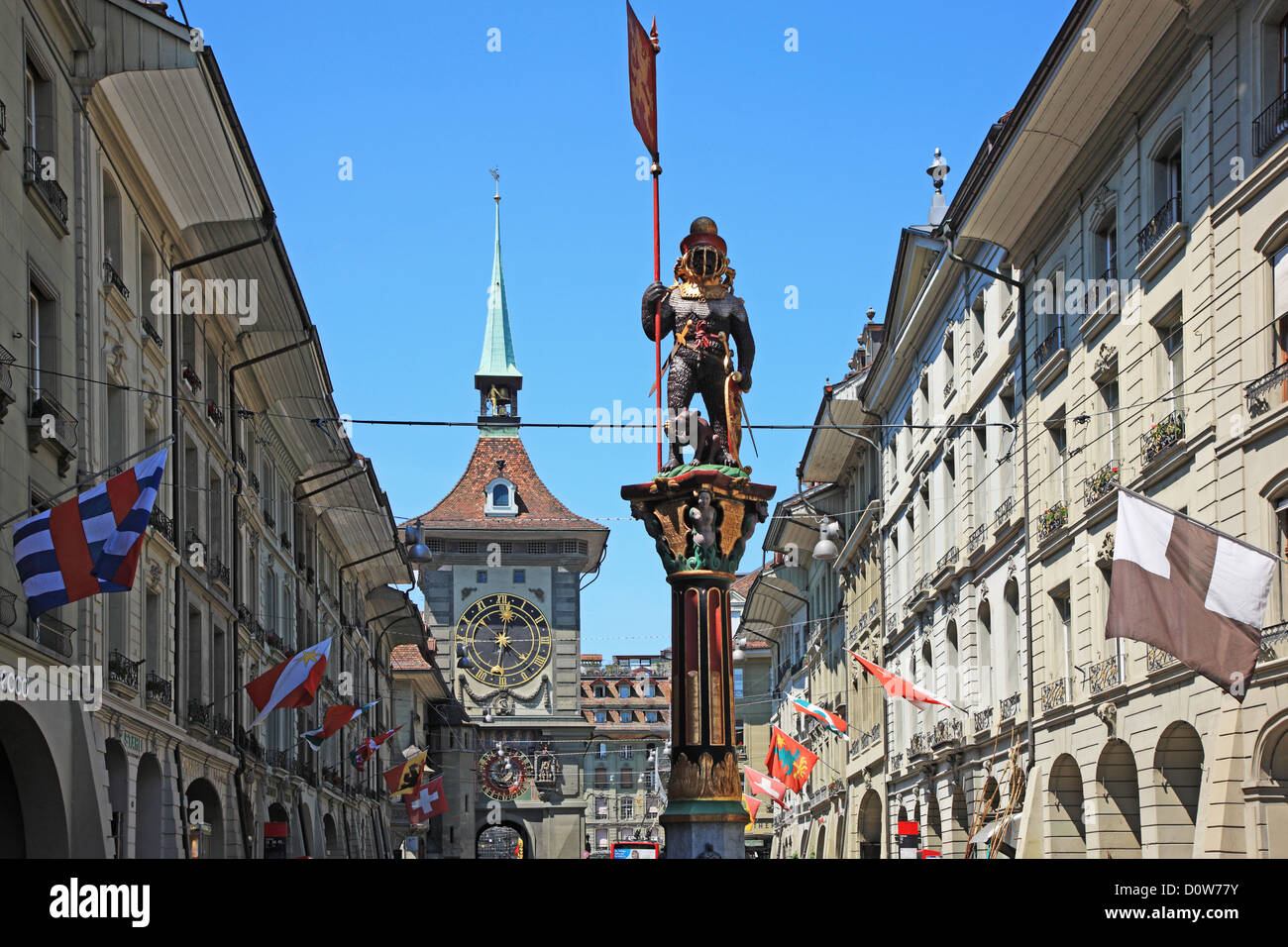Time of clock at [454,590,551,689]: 12:22
